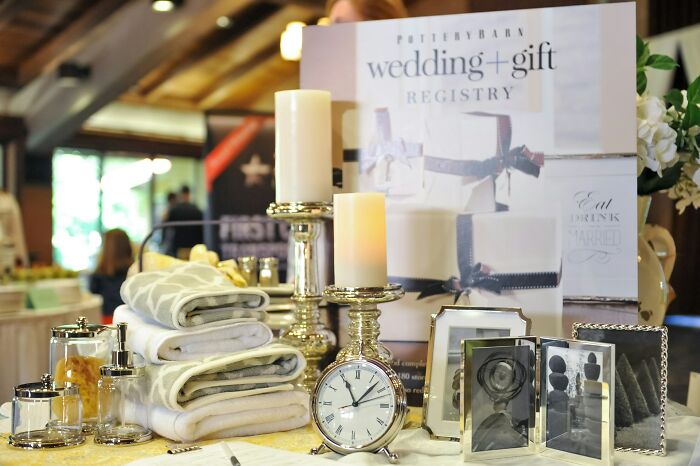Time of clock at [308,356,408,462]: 11:07
